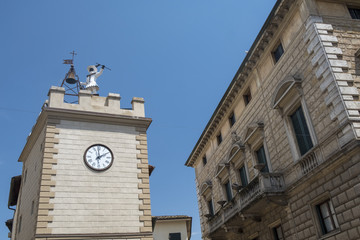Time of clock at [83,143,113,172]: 1:59
